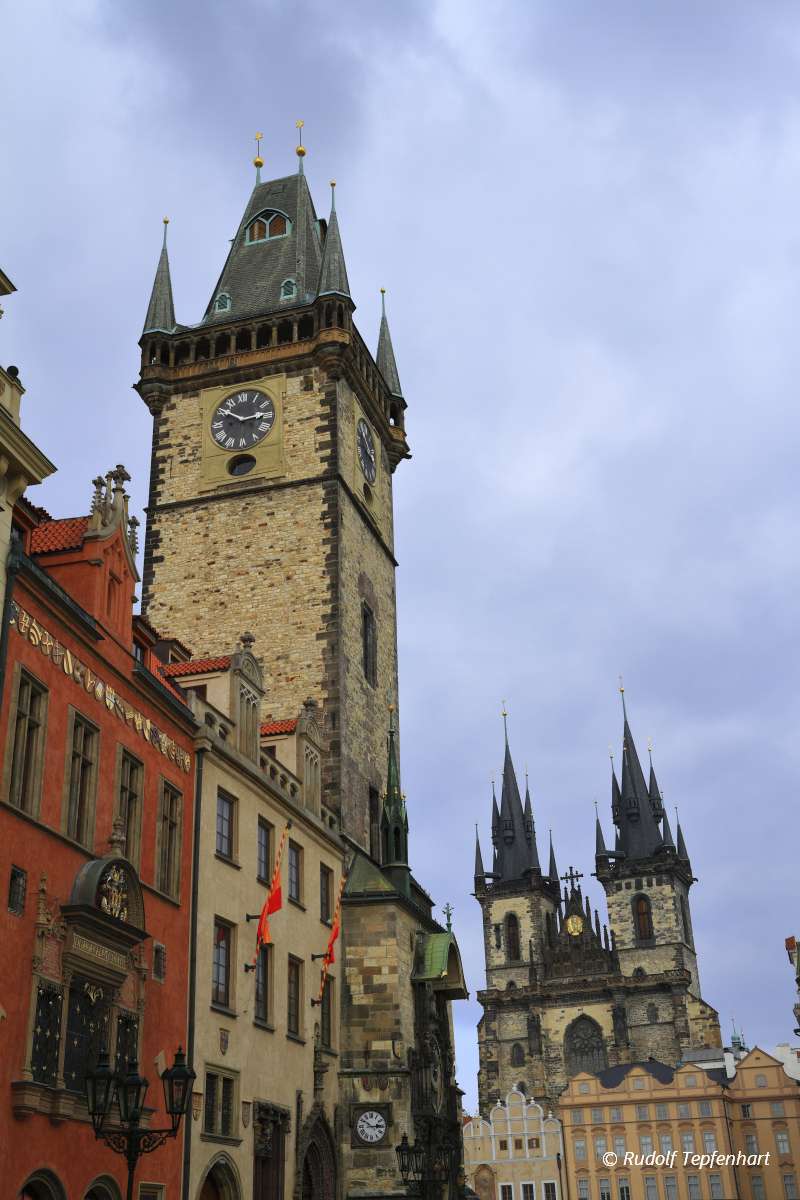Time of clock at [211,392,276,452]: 2:50
